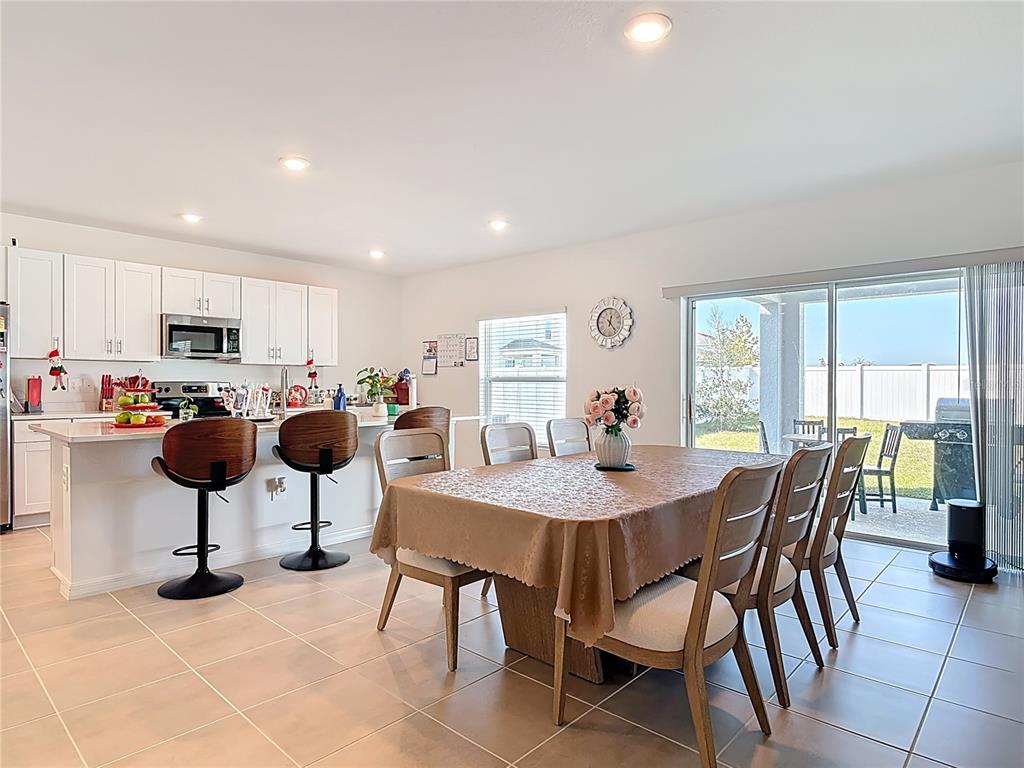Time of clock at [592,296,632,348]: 12:23
